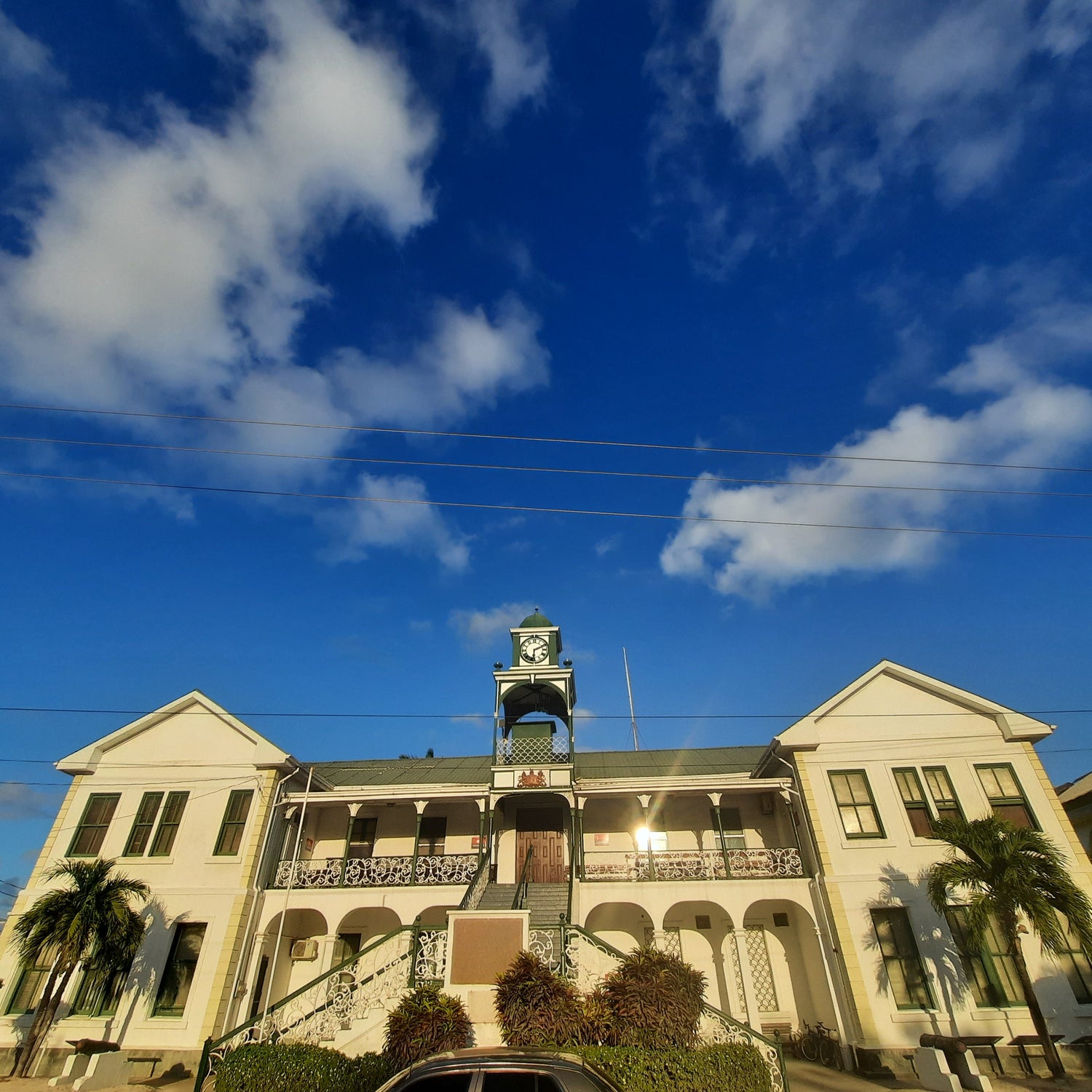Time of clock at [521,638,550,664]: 6:11
